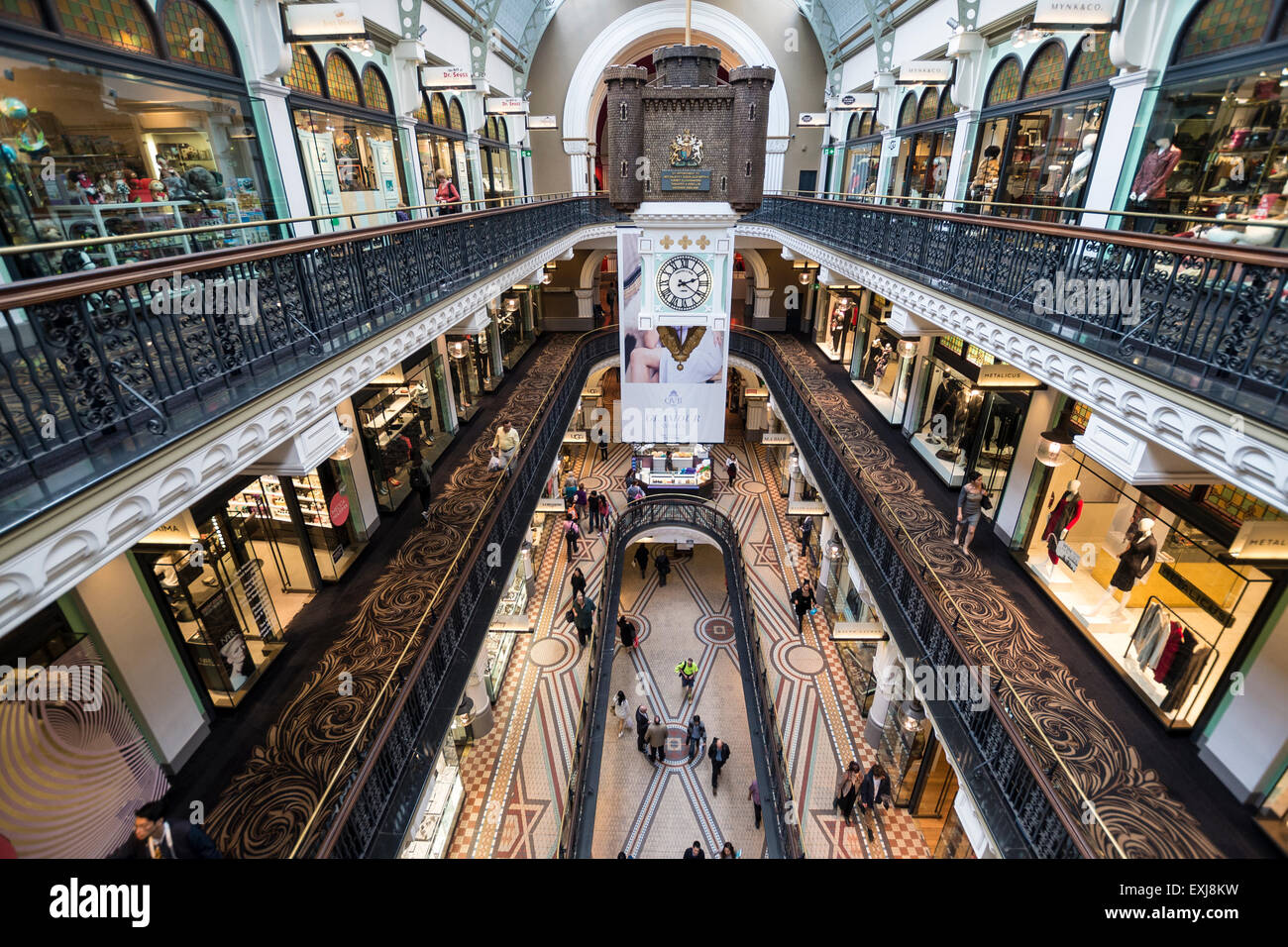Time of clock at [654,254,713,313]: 2:21
